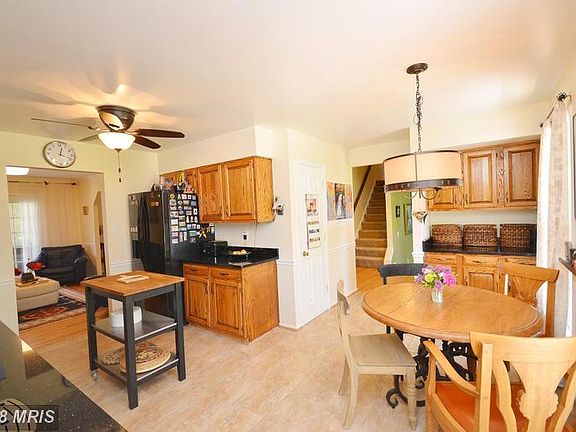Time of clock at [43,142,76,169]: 12:18
